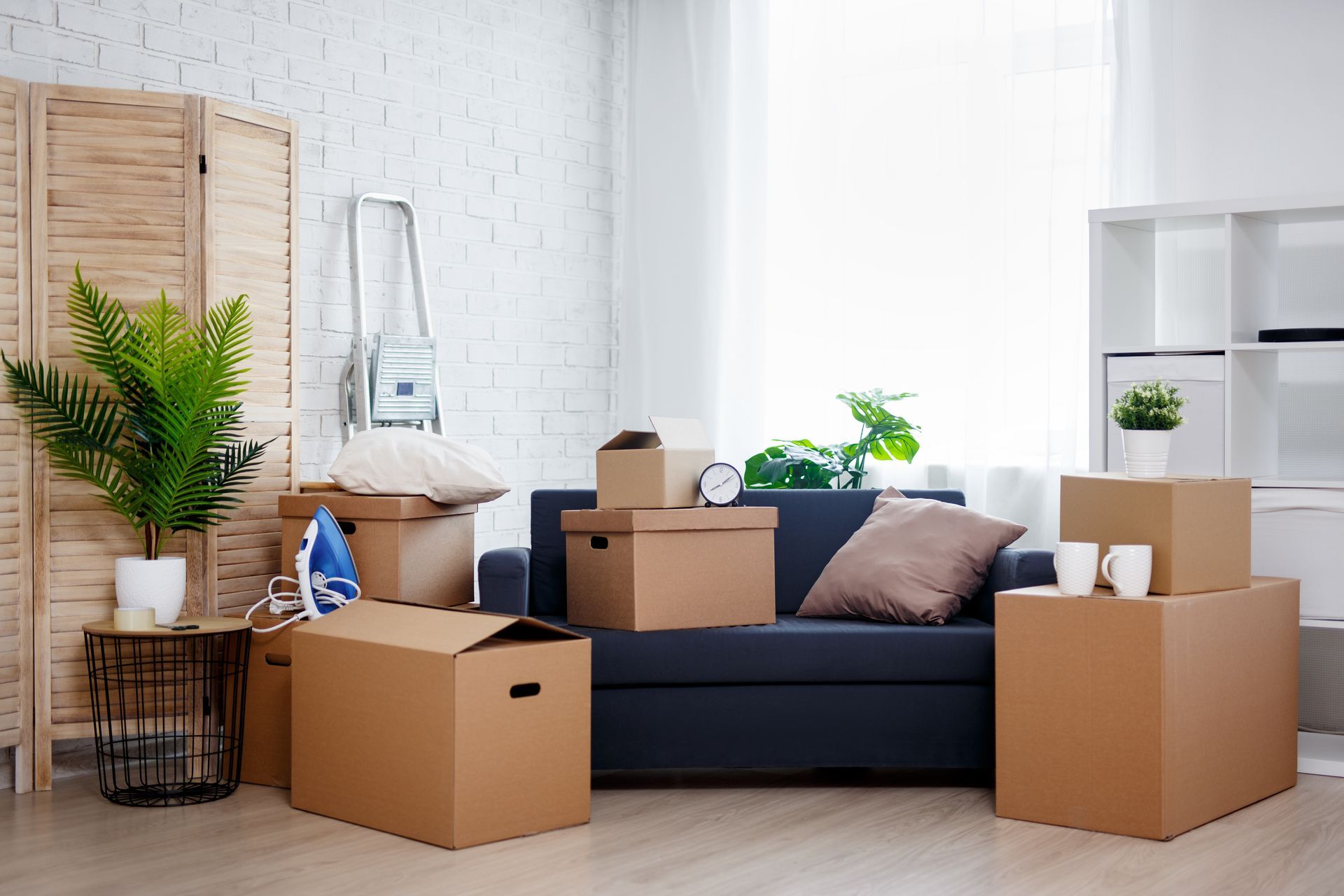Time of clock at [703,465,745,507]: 8:09
